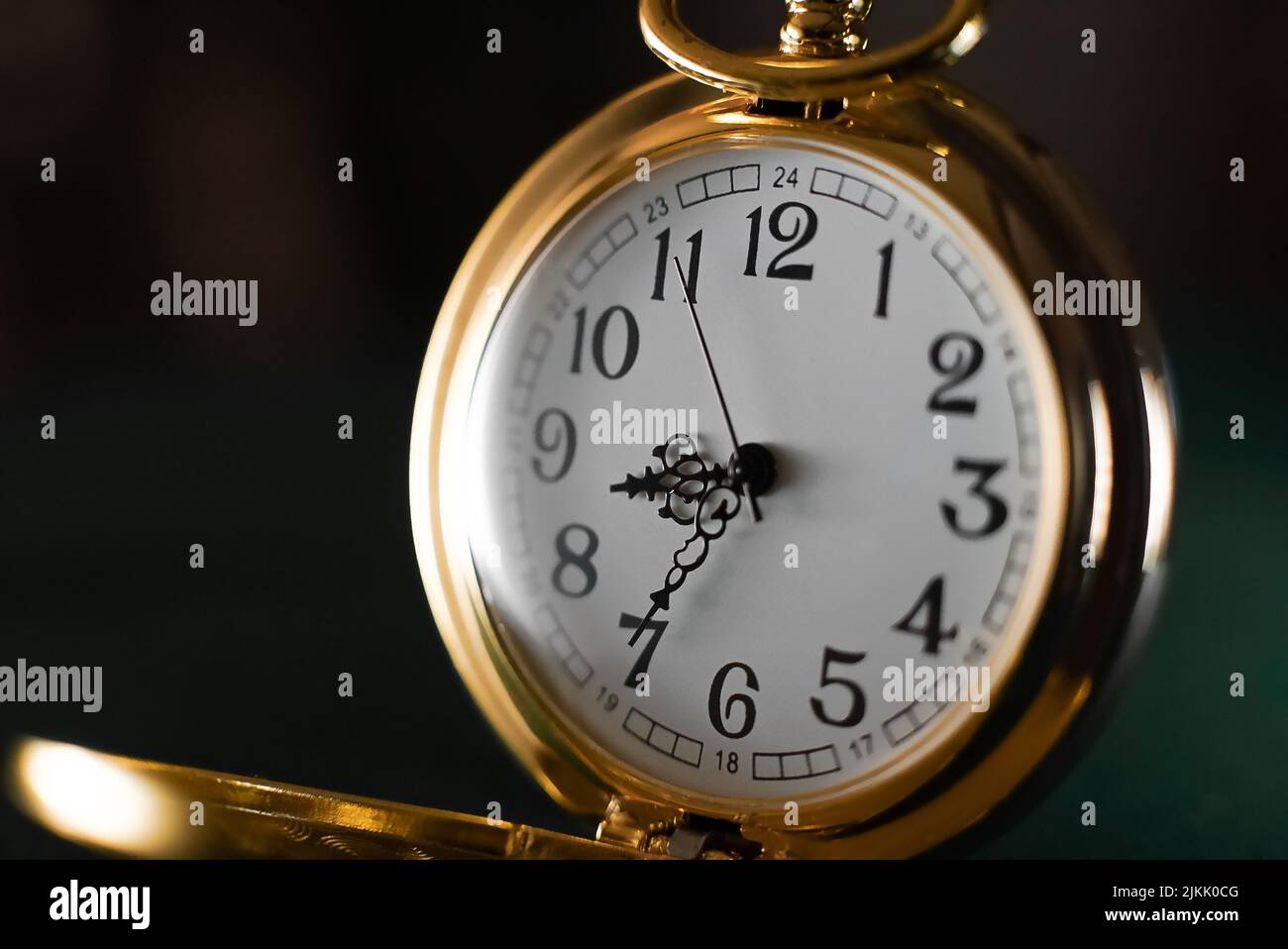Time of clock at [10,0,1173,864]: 8:35
